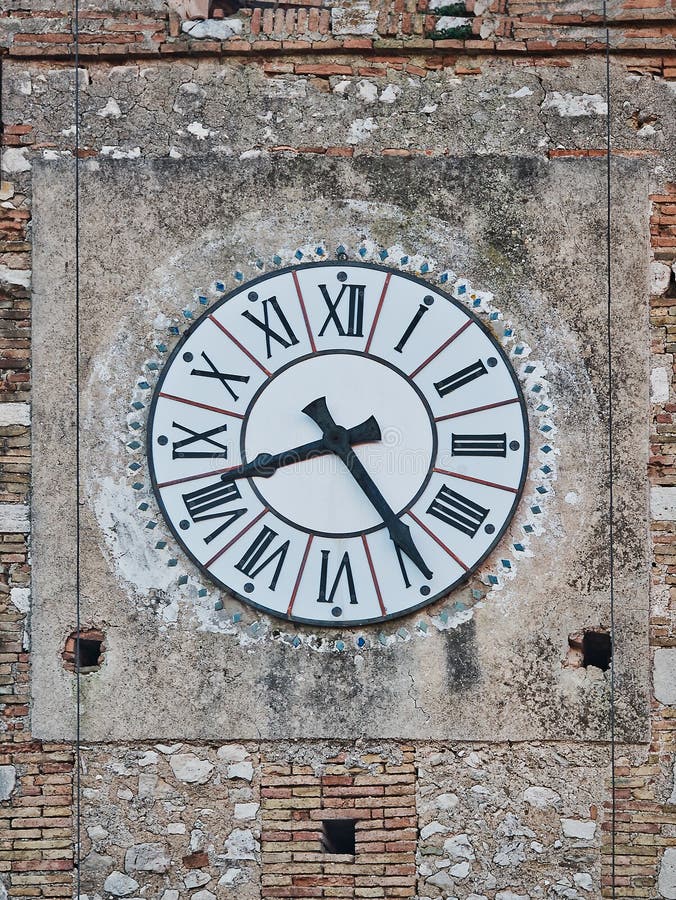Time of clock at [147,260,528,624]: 8:24
